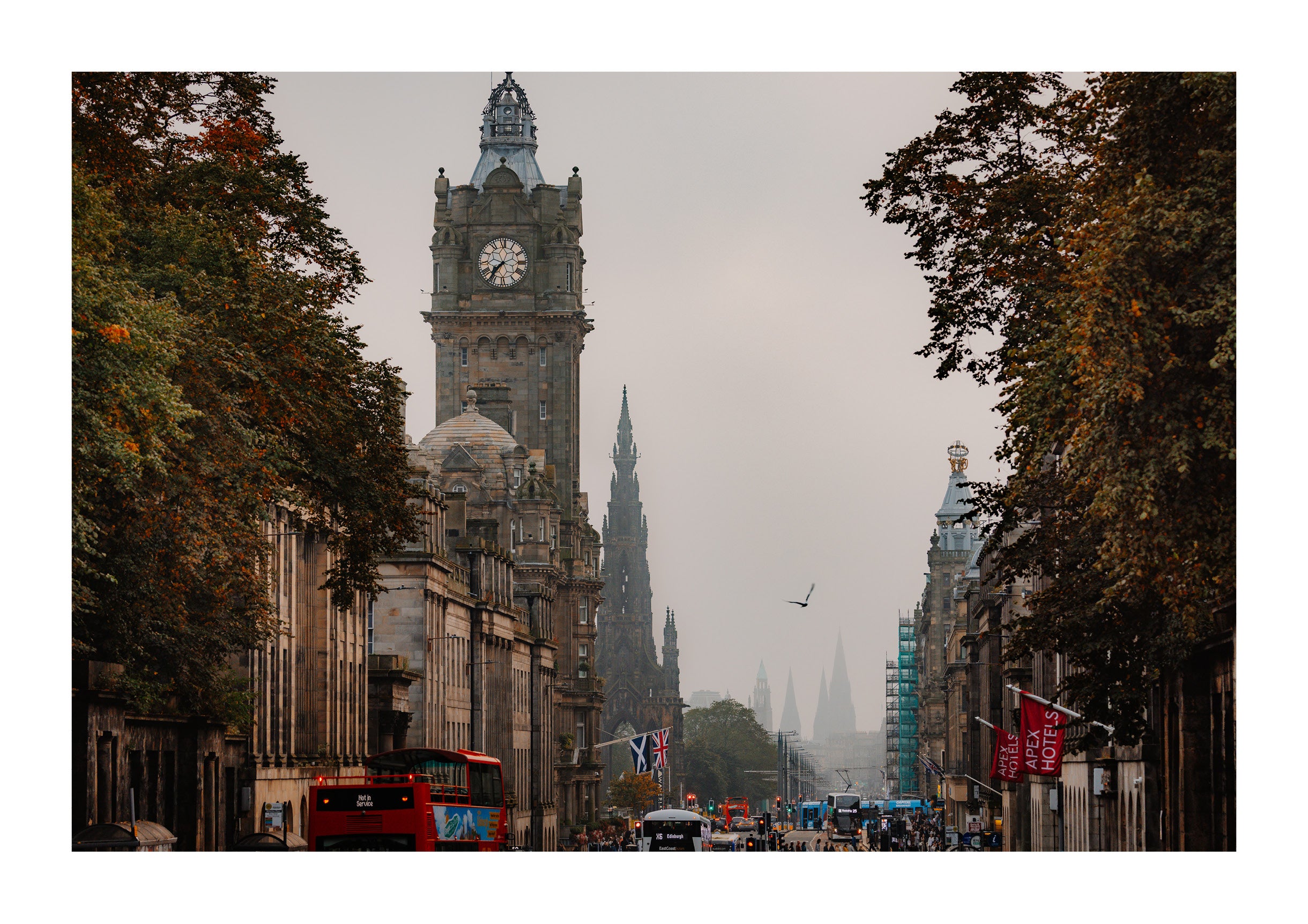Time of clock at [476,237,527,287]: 7:36
